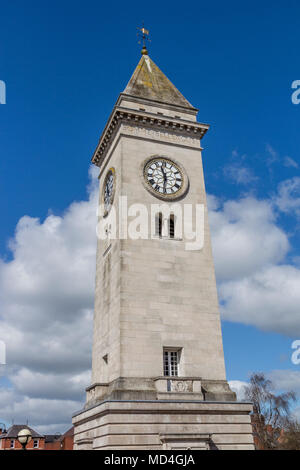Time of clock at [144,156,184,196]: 11:31
